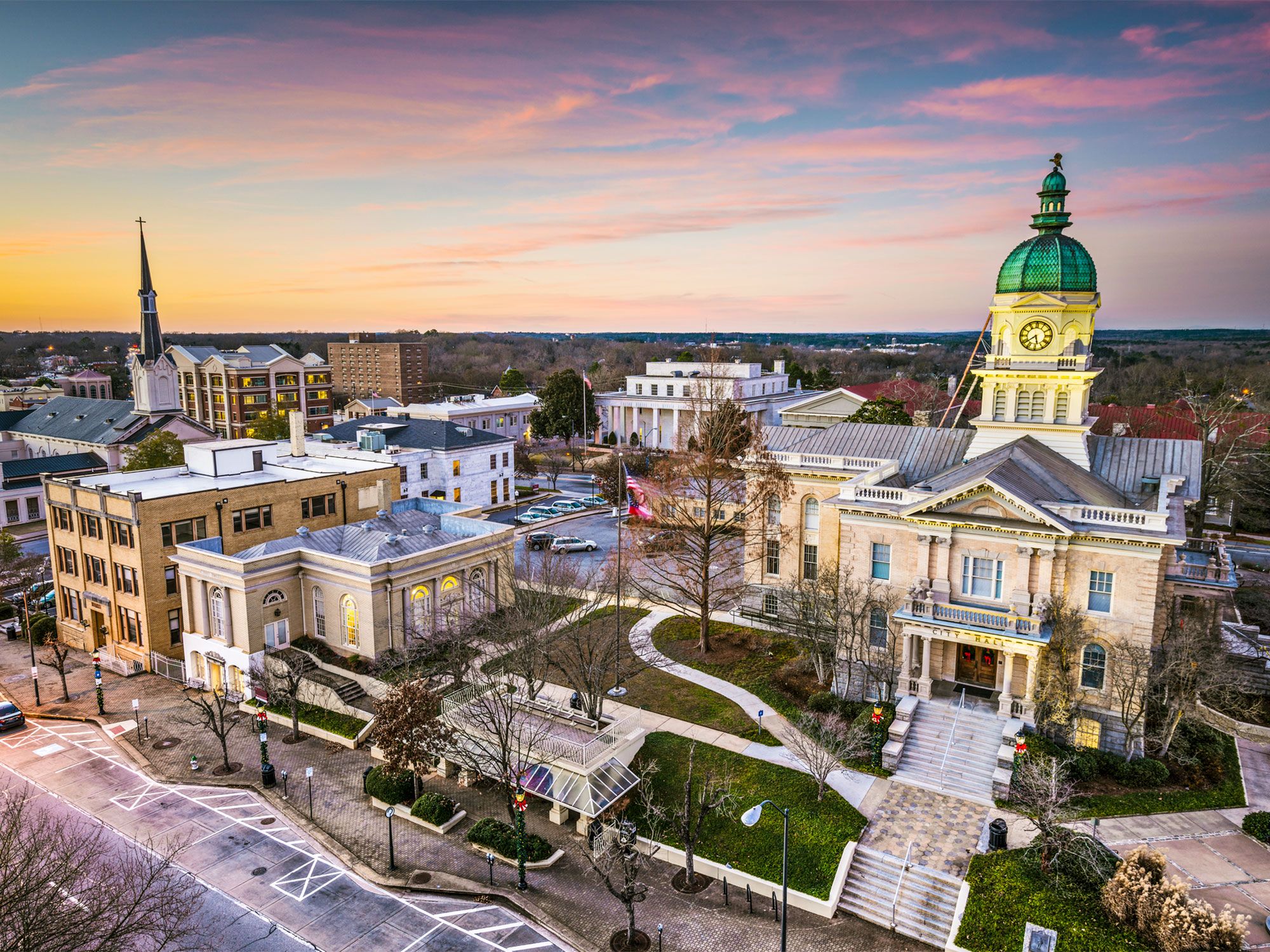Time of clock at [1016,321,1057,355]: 5:38
